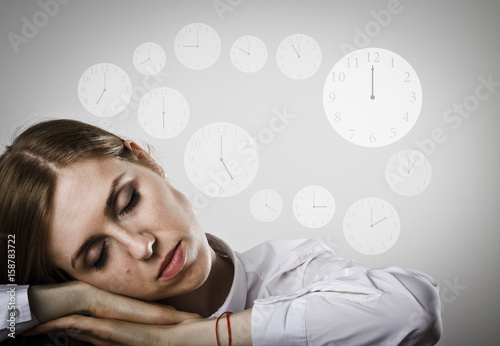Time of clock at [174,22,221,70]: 8:59
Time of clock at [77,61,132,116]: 7:00
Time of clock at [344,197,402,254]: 1:59
